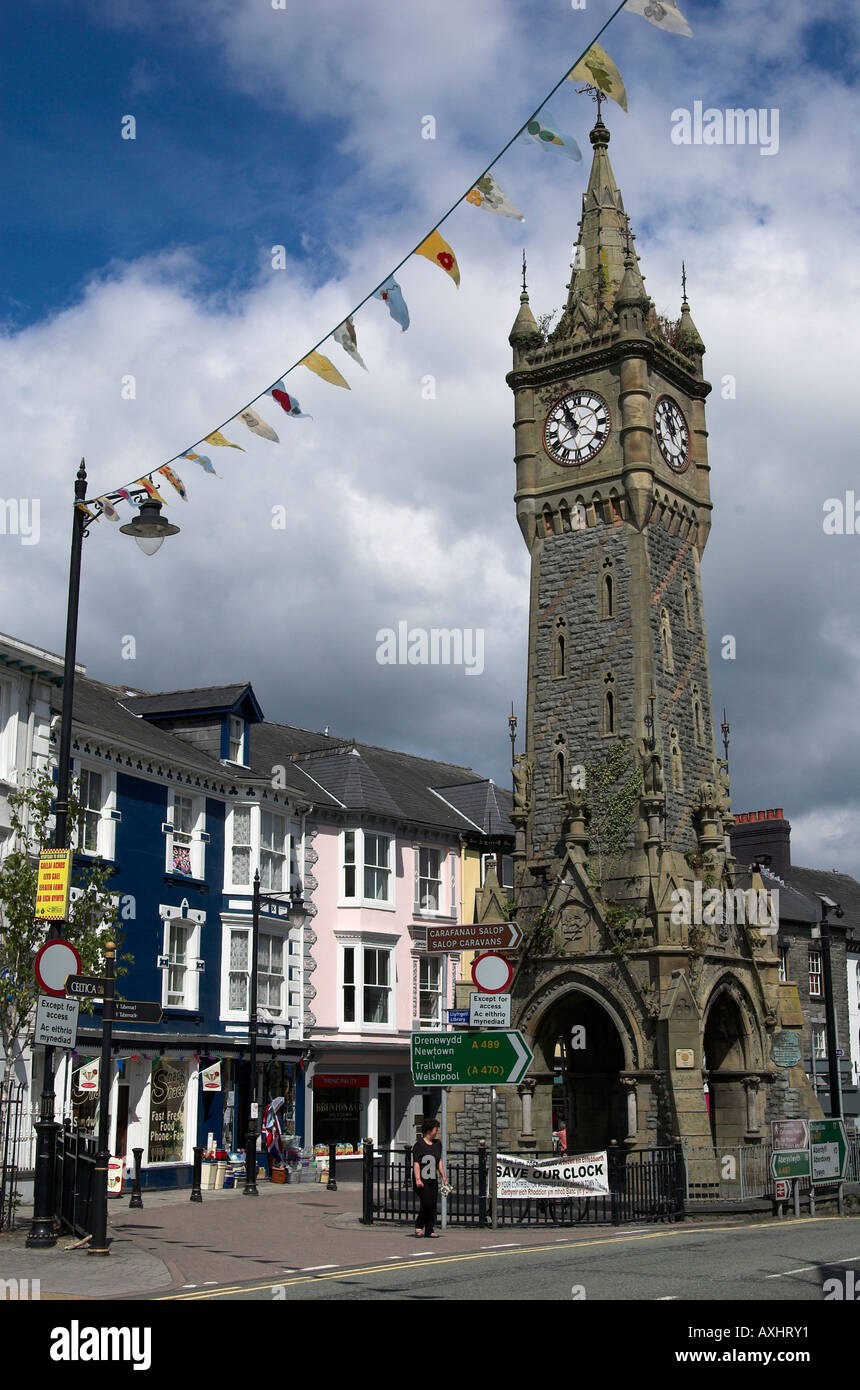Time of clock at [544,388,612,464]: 10:55
